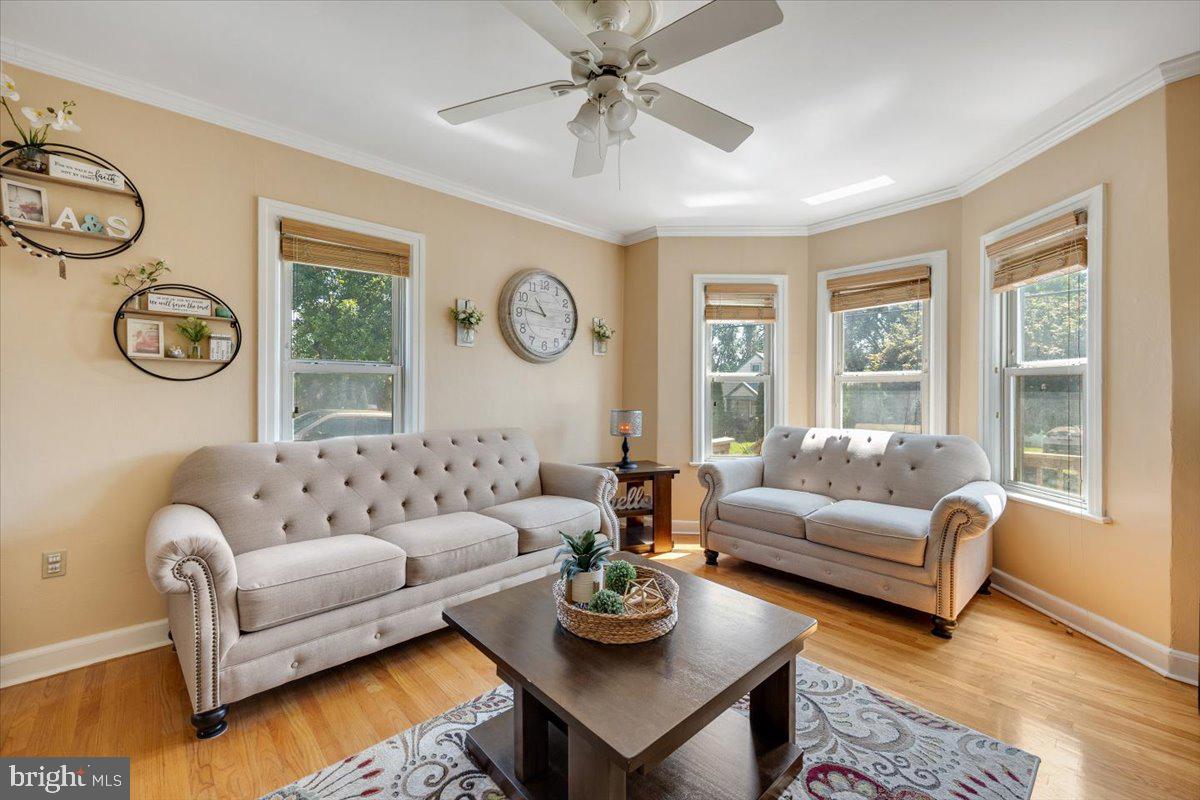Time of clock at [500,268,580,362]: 10:46
